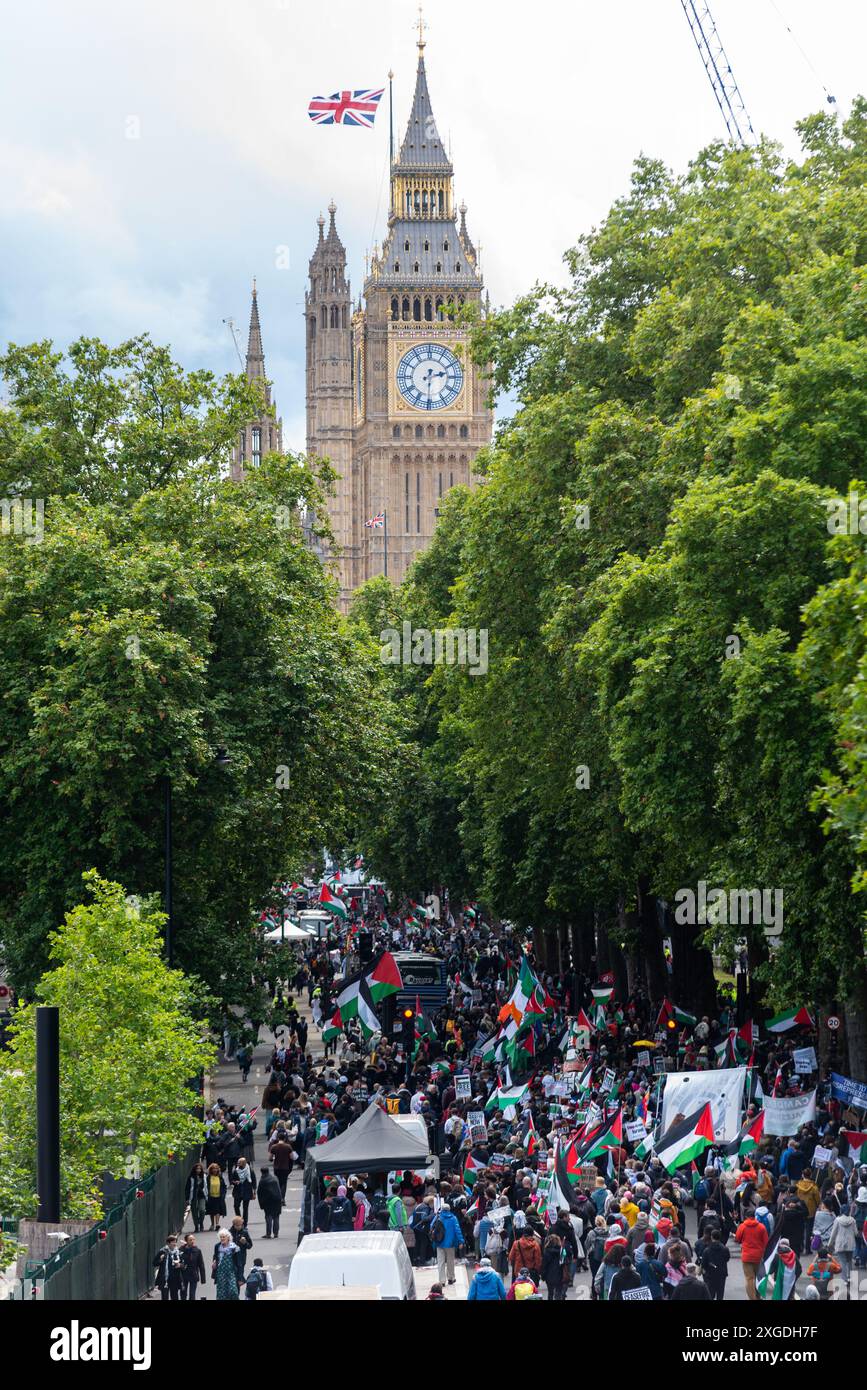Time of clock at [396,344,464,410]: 2:30
